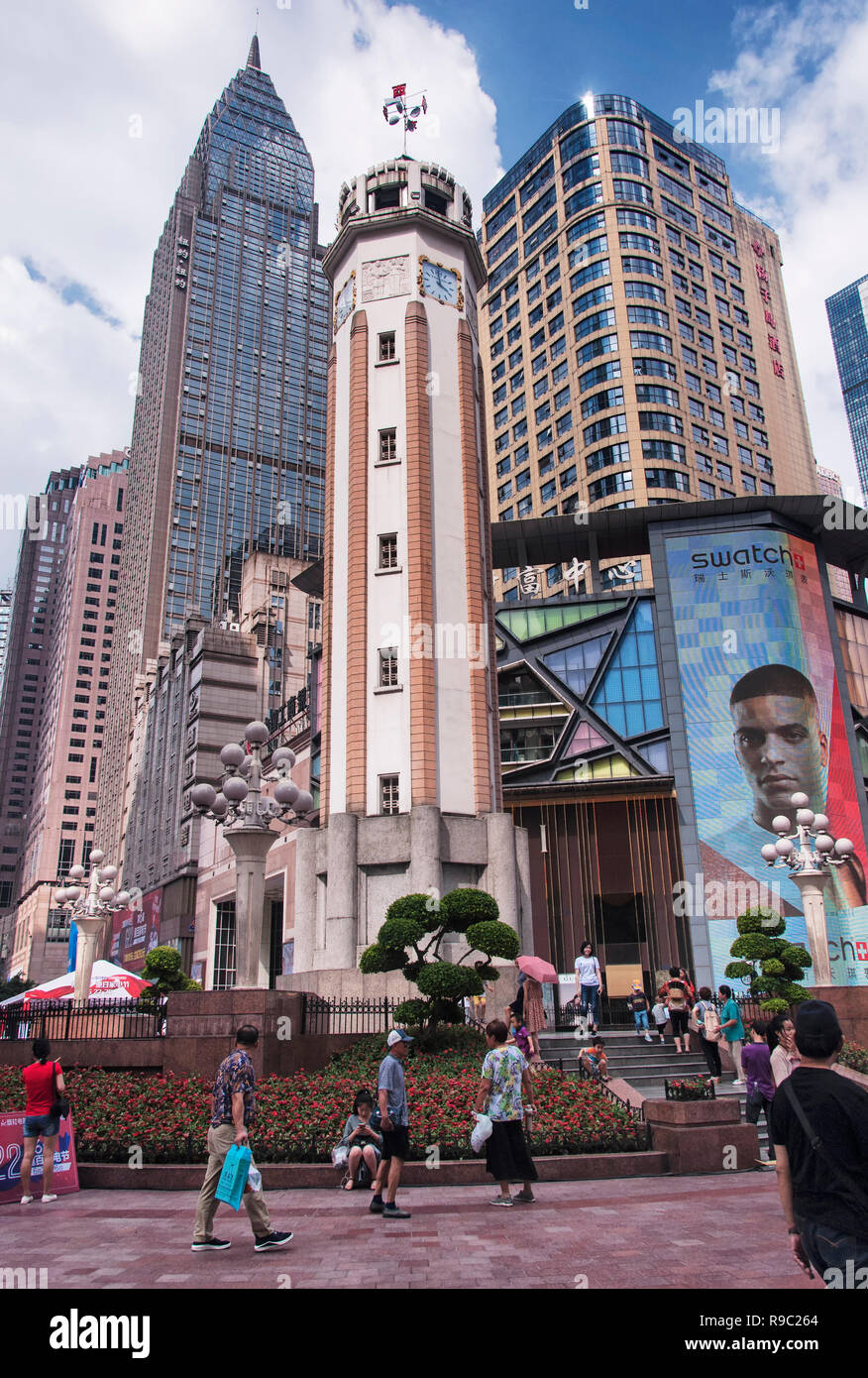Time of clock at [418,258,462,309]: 3:59
